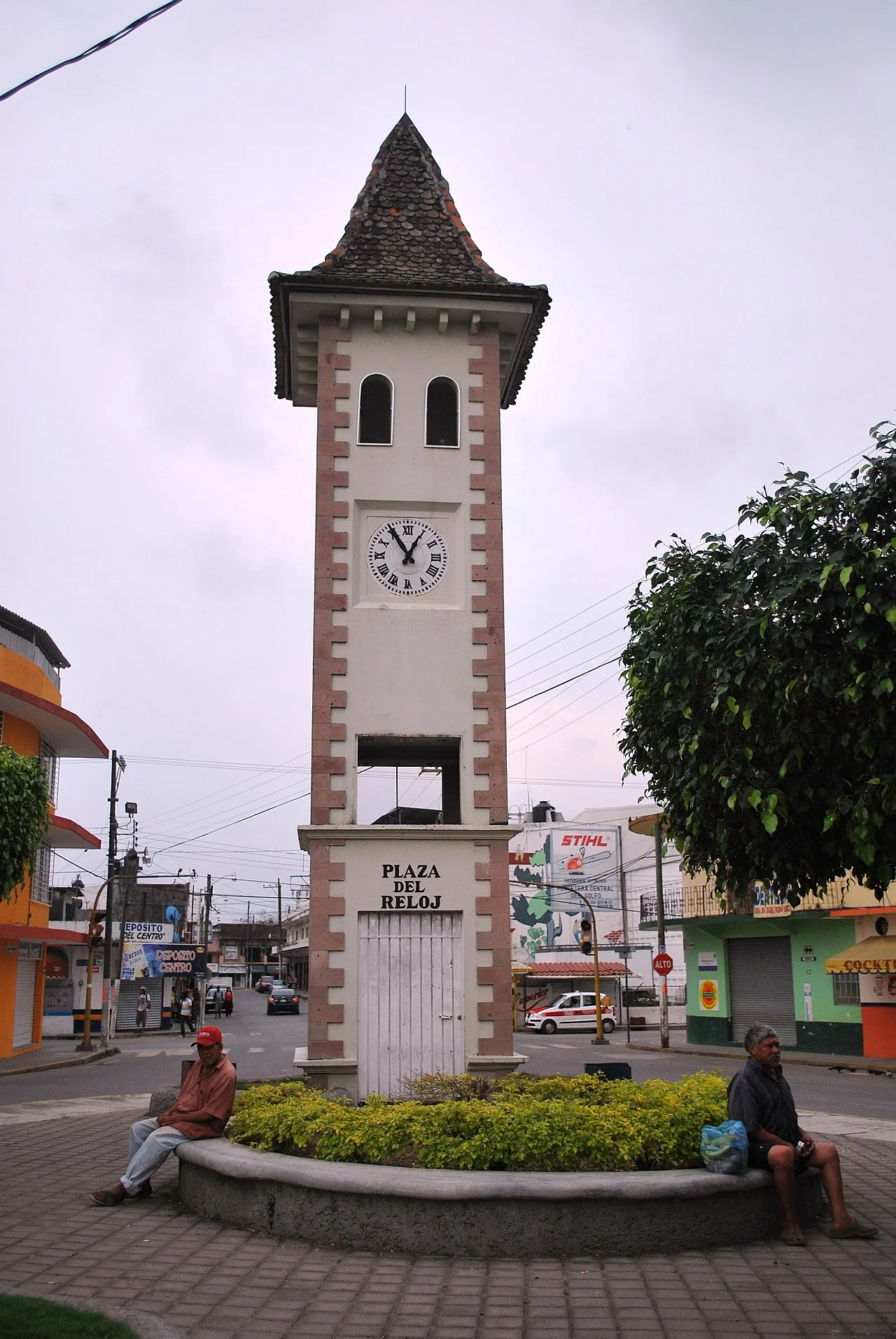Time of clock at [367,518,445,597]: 12:54
